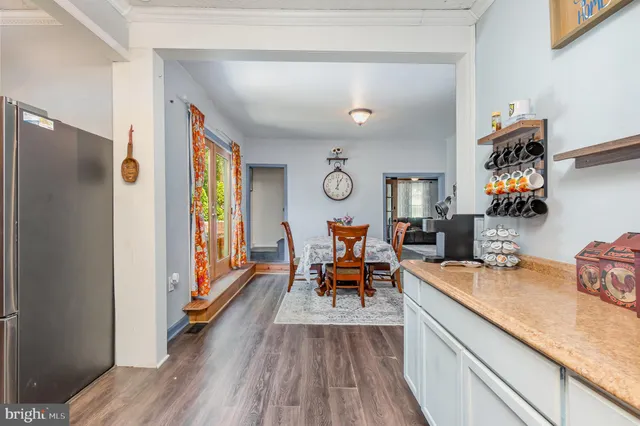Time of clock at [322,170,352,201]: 12:05
